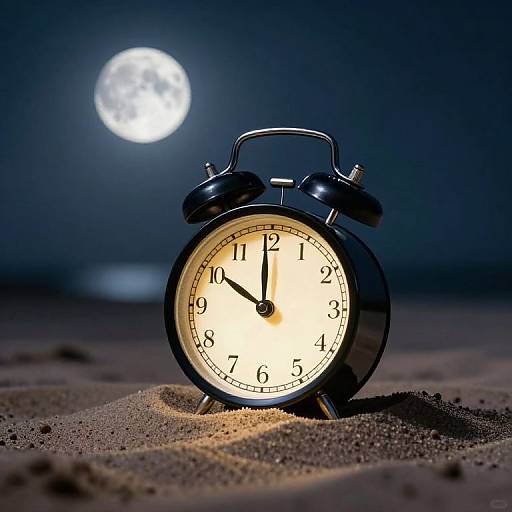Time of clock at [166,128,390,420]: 9:59
